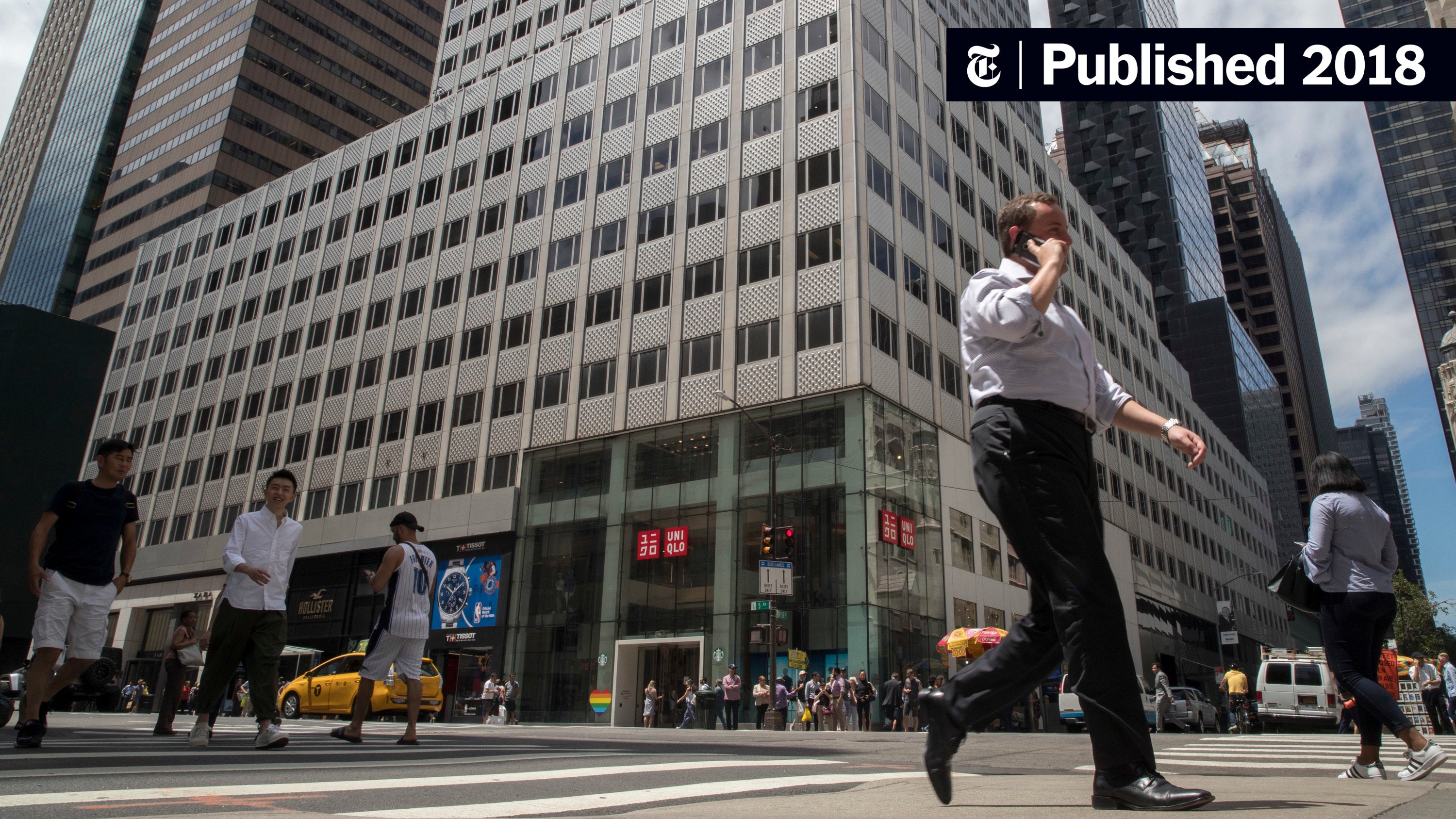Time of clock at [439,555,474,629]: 10:09
